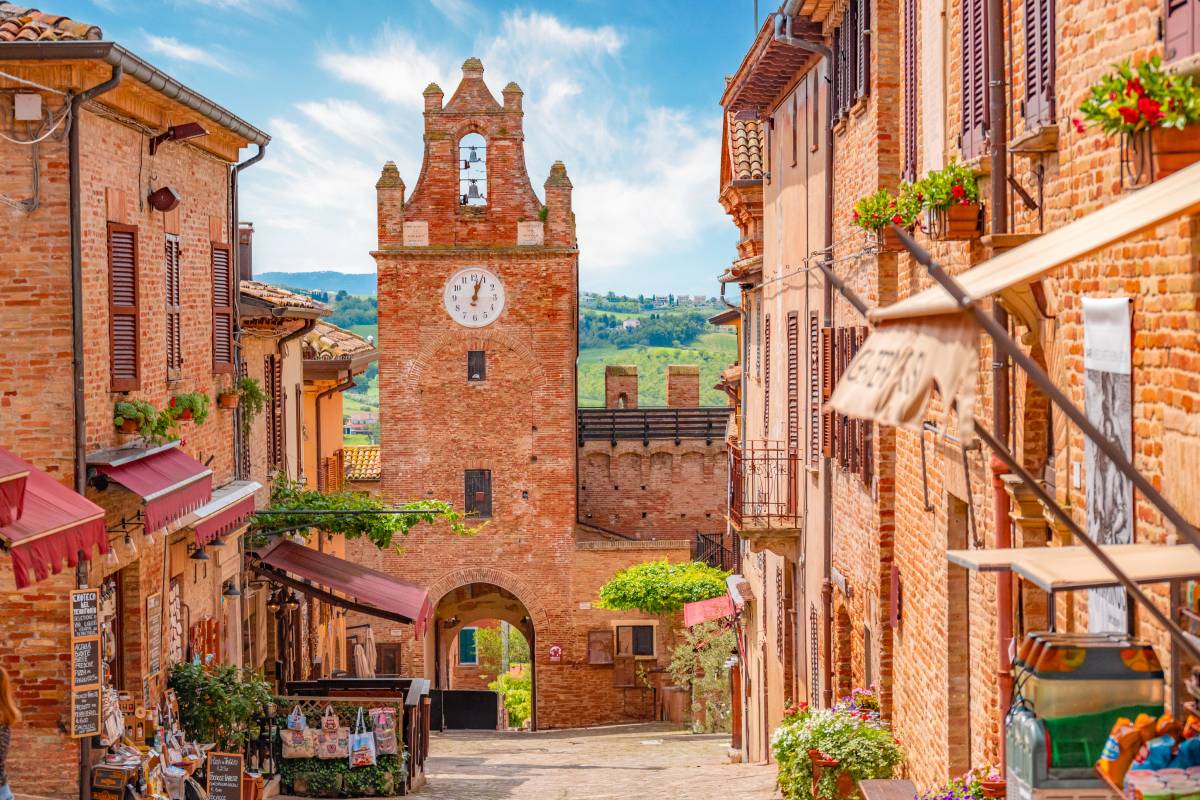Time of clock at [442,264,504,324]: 12:03
